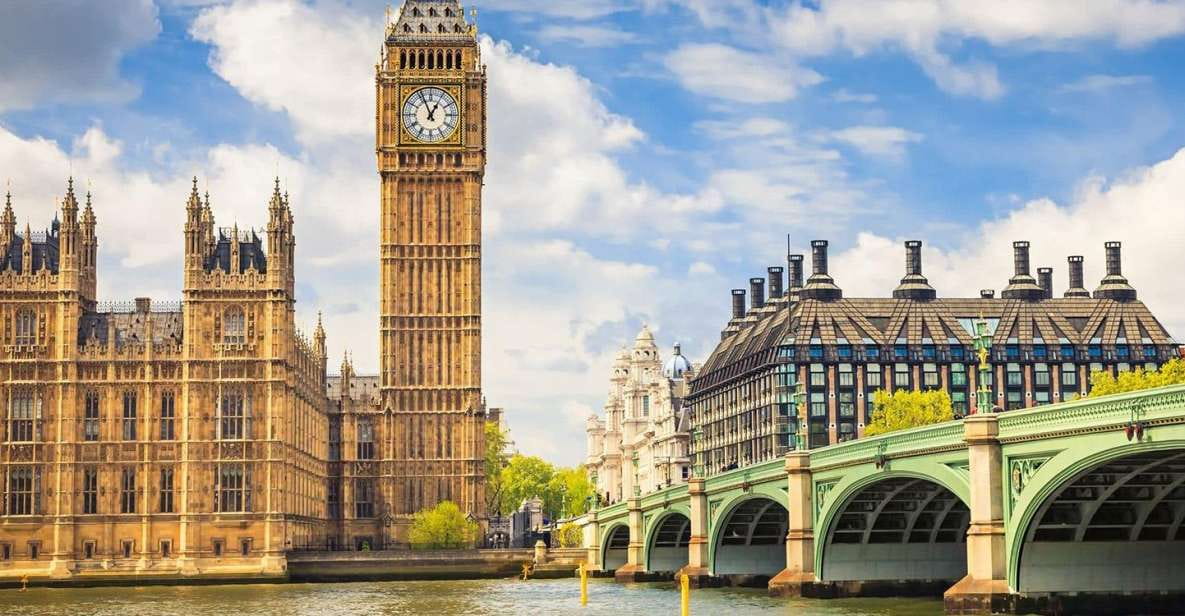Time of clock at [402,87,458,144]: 12:56
